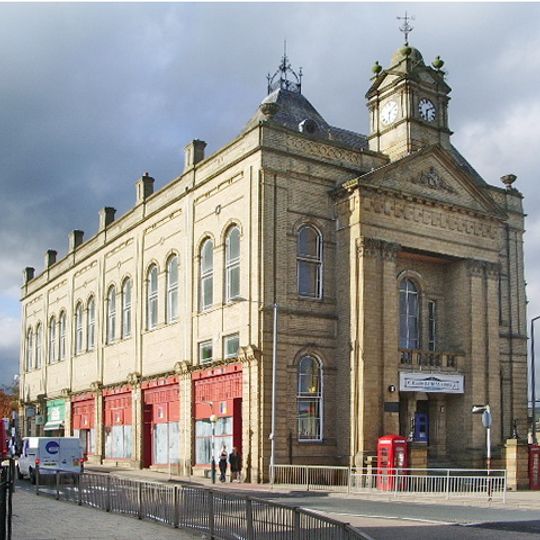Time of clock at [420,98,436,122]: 6:10
